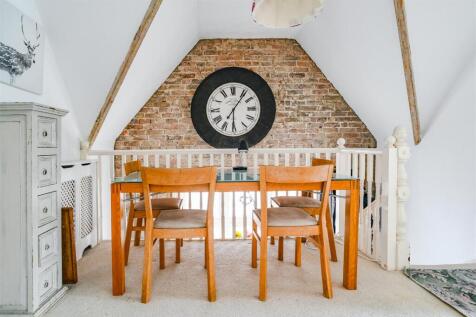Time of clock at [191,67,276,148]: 6:06
